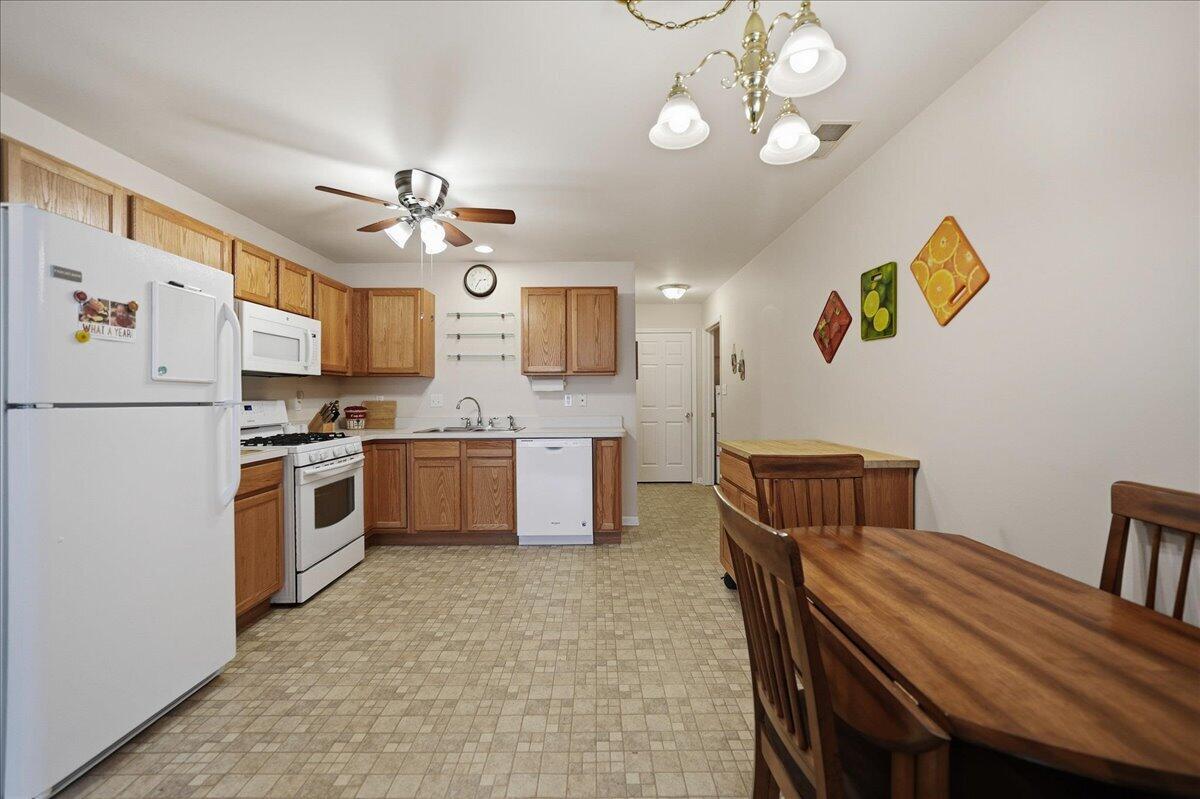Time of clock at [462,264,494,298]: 2:35
